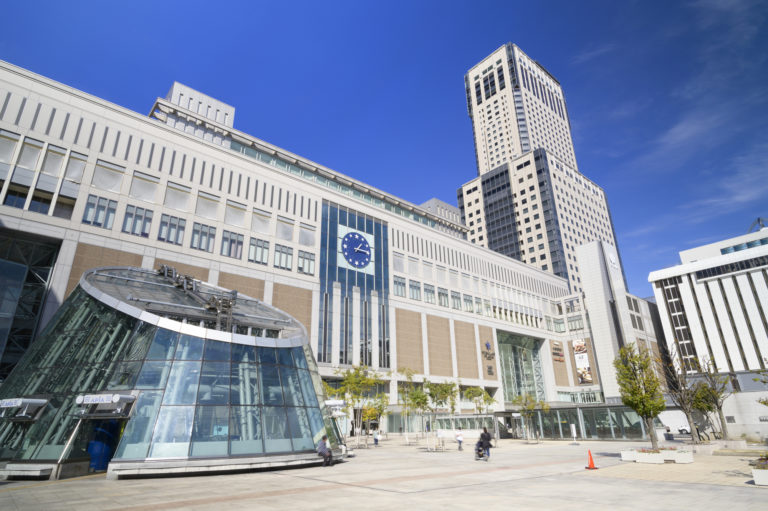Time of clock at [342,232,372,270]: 1:15
